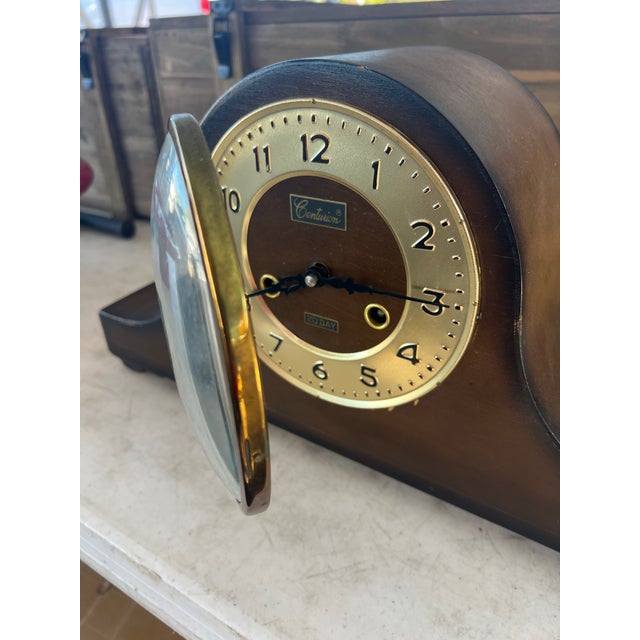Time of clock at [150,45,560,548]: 8:15
